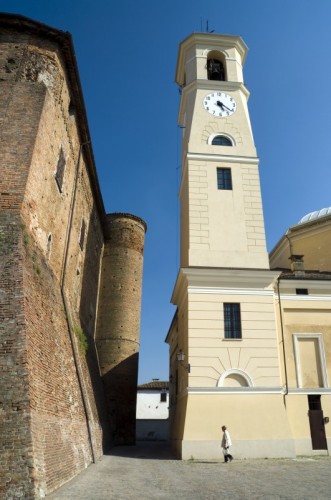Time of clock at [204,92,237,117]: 5:21
